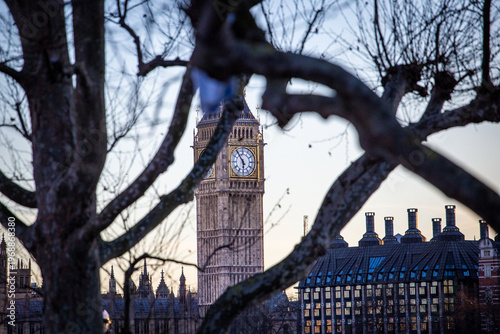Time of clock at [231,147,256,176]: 5:54
